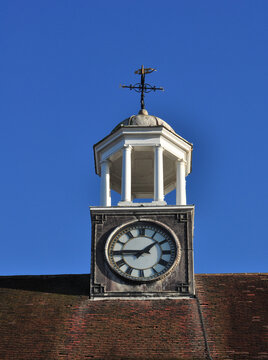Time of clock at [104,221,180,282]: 1:45
